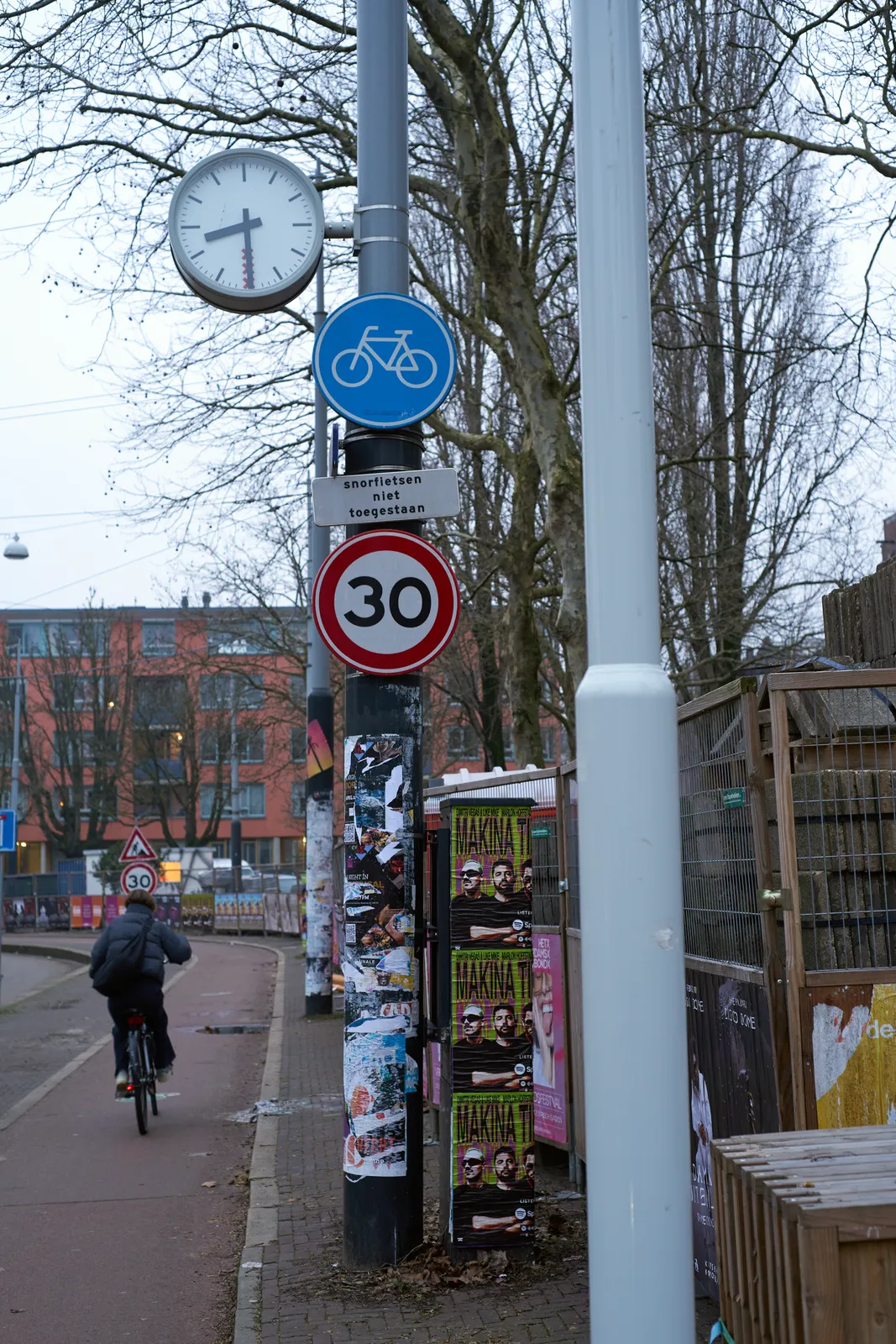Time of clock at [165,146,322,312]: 8:29
